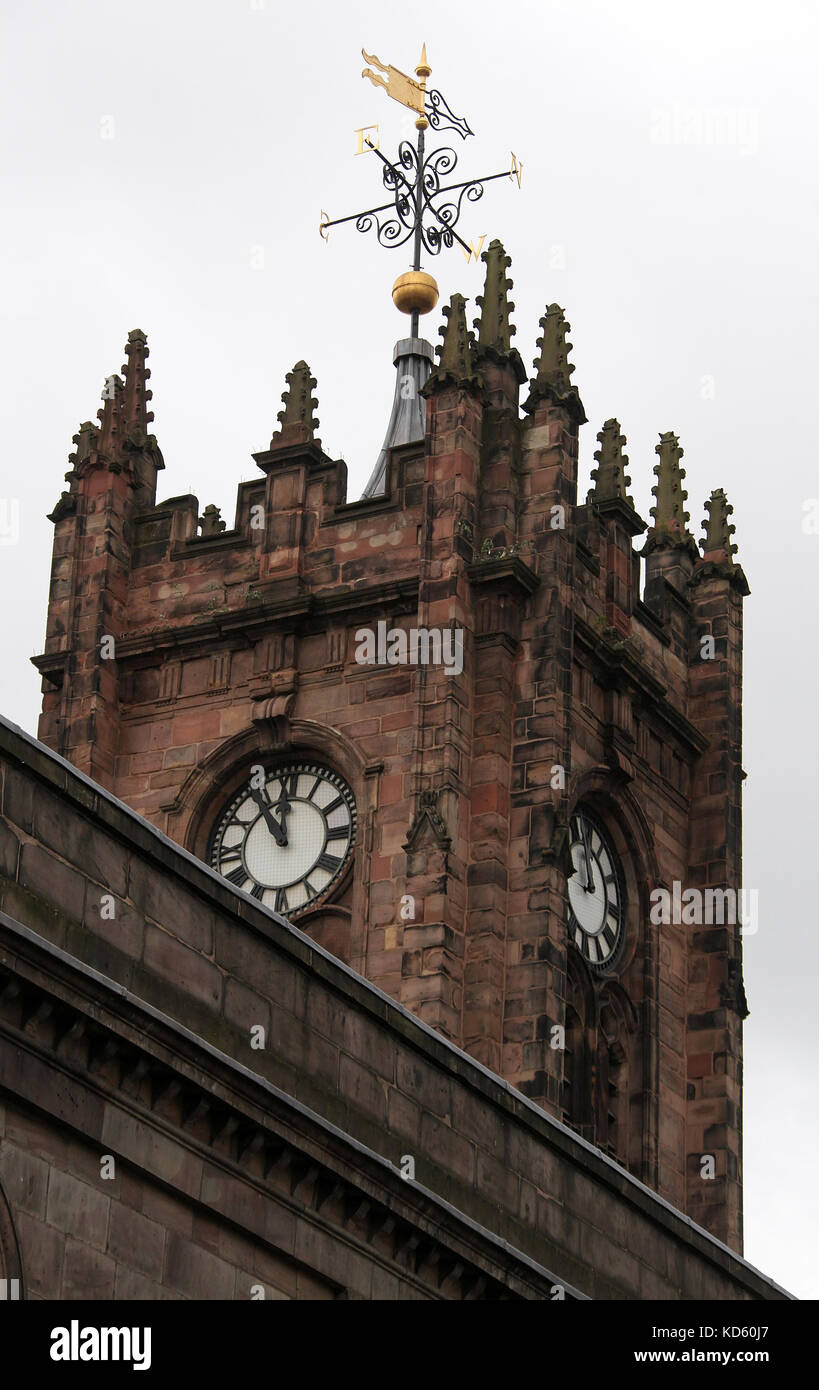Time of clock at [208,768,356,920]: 11:54
